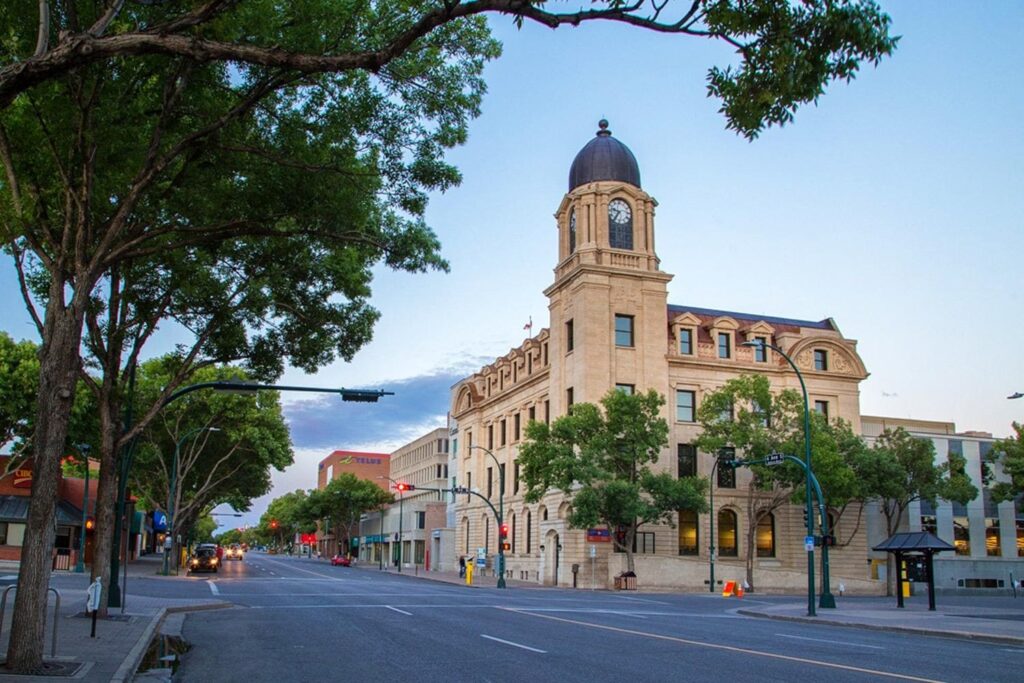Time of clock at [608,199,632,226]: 9:36
